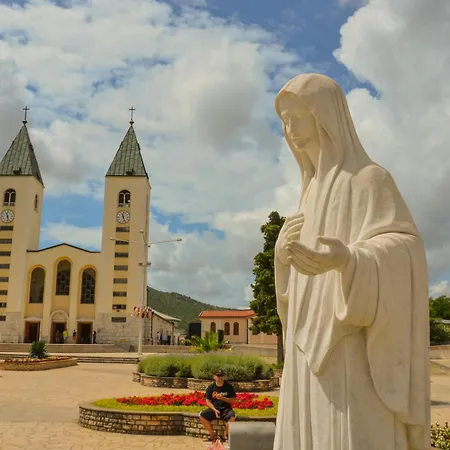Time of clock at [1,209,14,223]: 11:28
